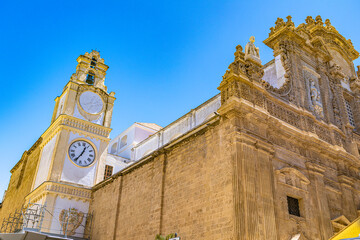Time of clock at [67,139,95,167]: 12:34
